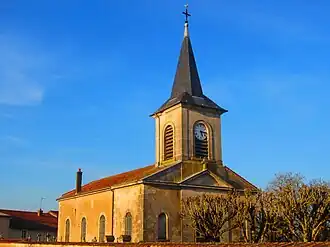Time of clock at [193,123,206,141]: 5:15
